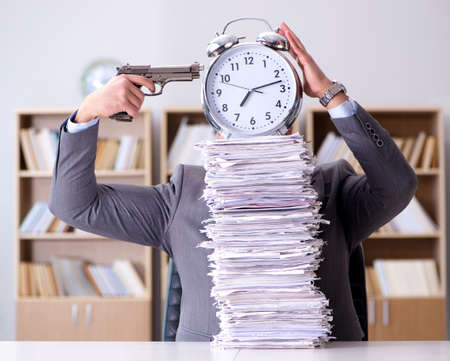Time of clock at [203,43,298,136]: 7:12
